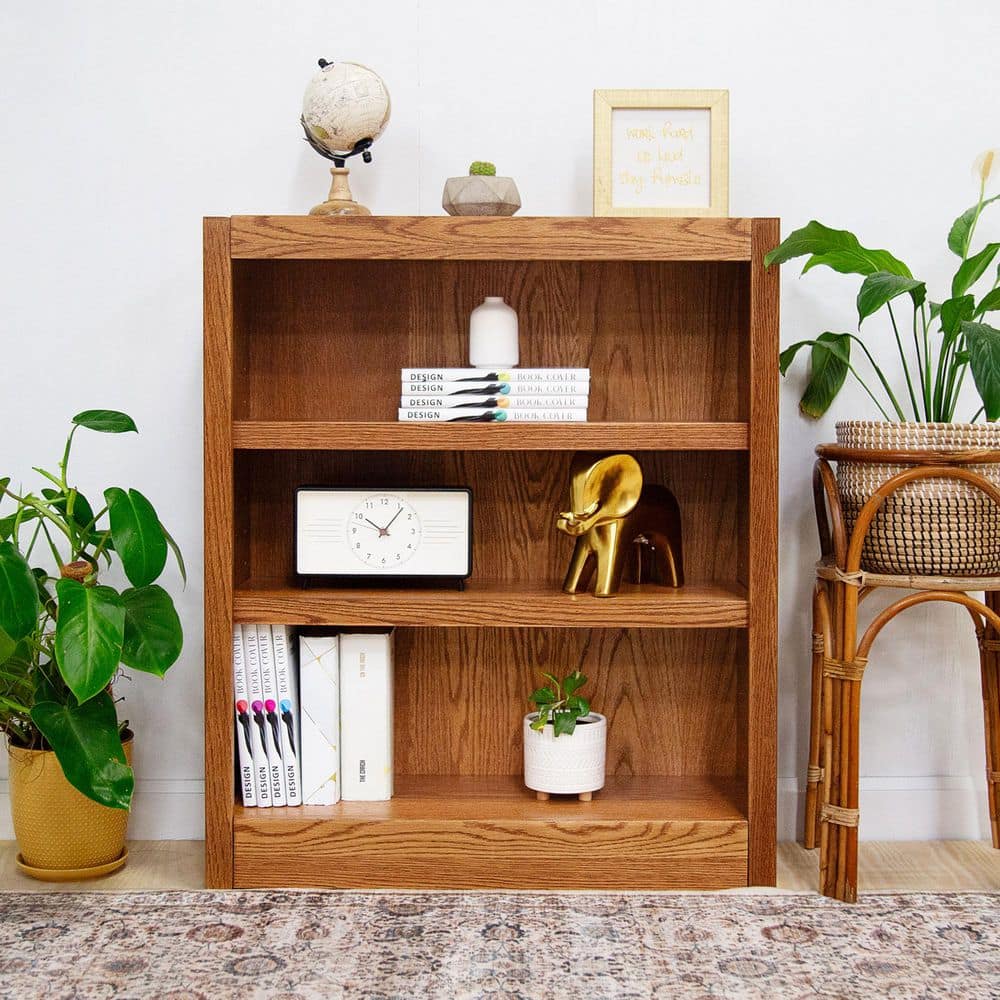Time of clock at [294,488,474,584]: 10:06
